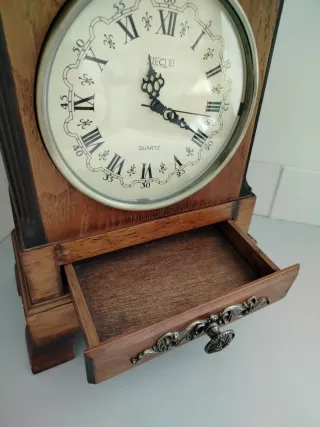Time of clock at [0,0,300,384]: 11:19
